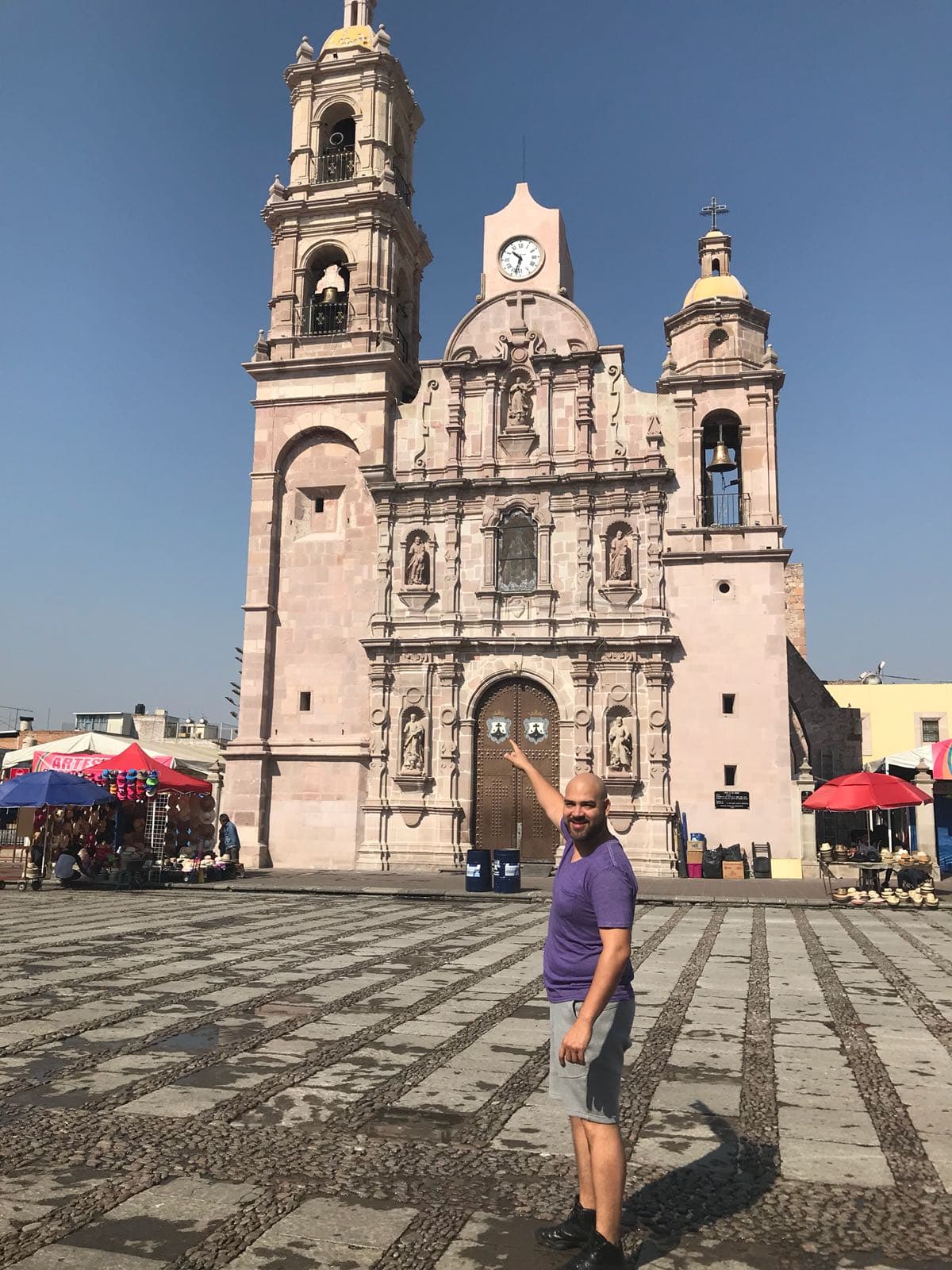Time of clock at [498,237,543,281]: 10:32
